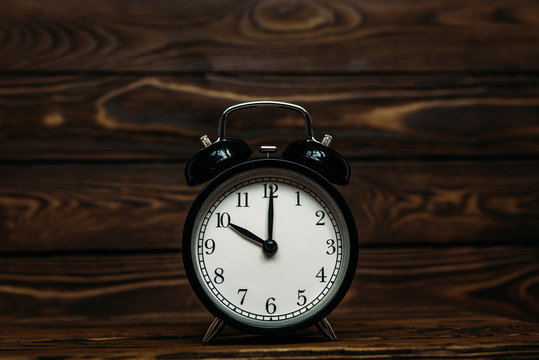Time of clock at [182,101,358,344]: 10:00
